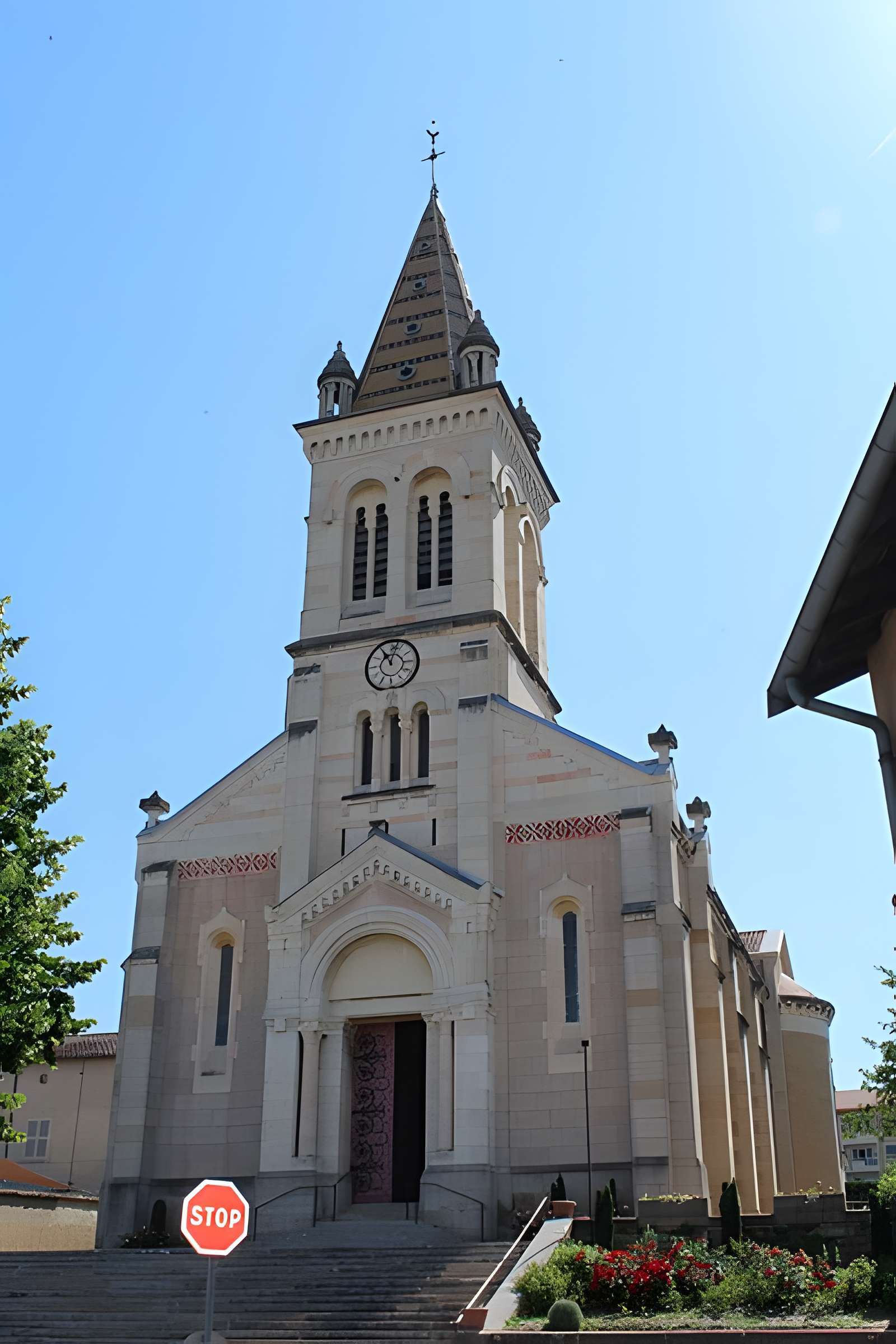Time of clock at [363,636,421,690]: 11:02
